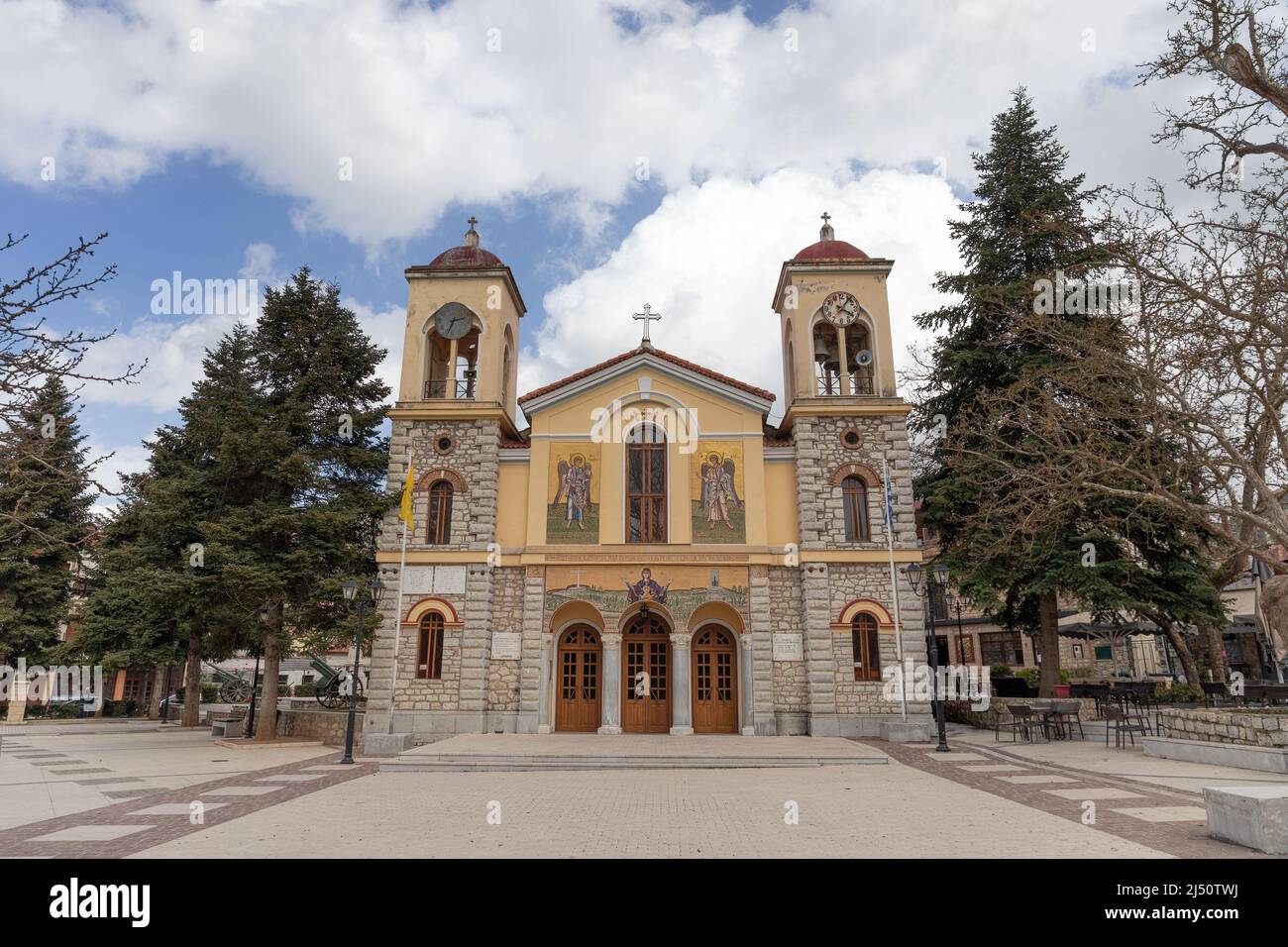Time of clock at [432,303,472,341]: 2:33
